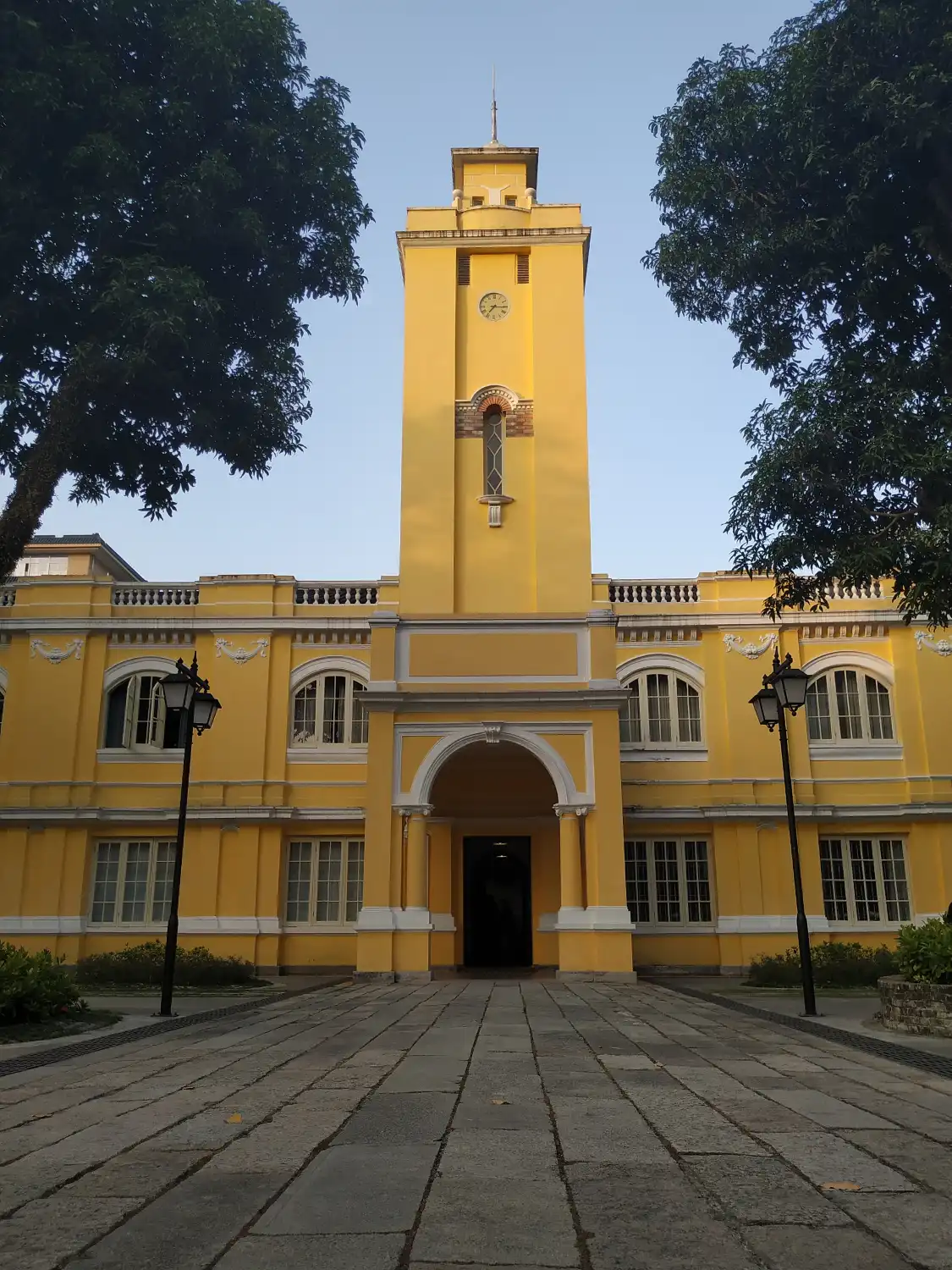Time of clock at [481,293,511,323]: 7:15
